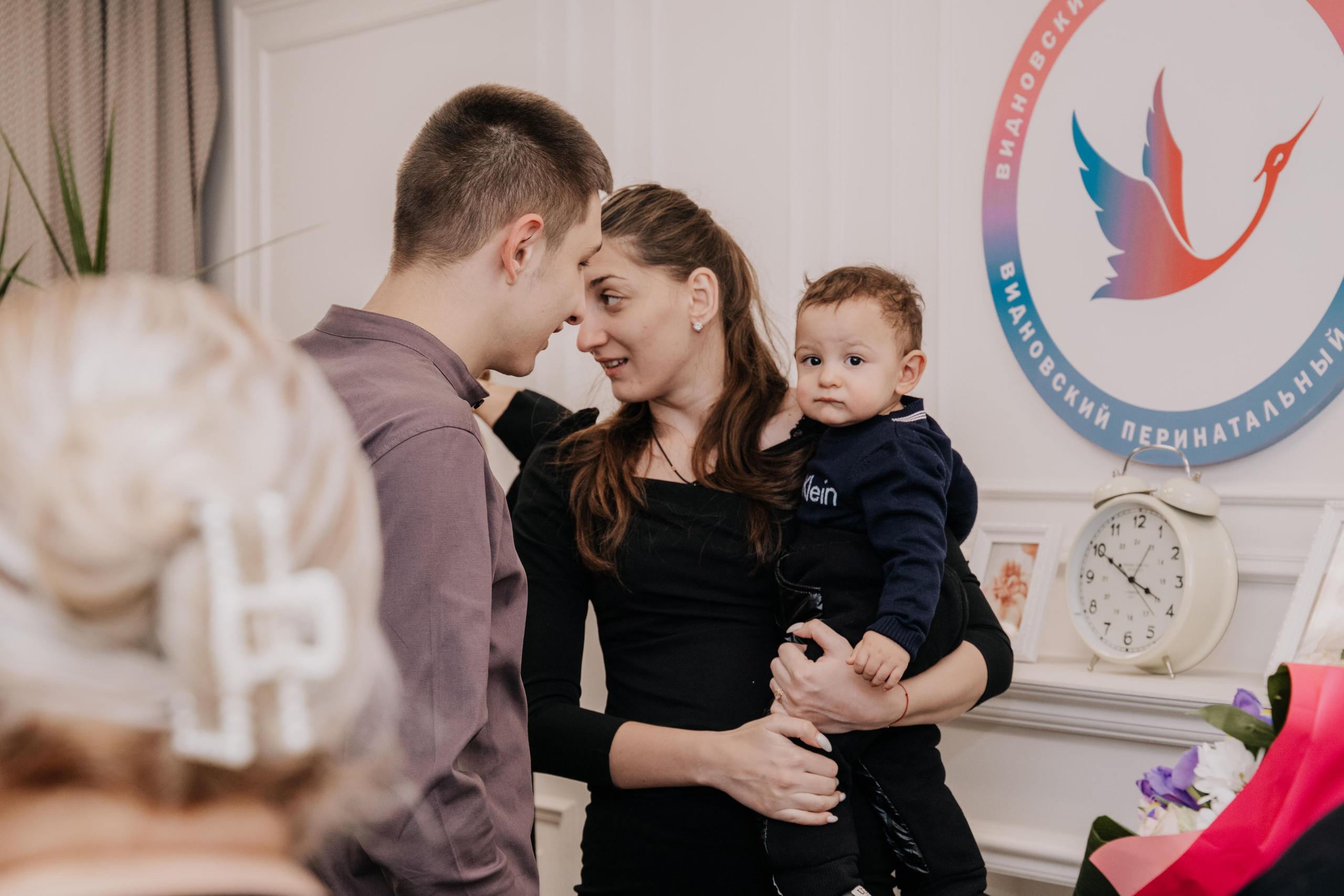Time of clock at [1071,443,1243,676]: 3:50
